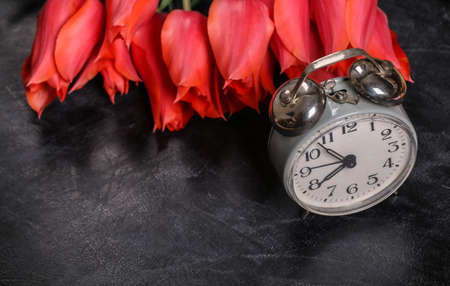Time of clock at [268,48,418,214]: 7:53
